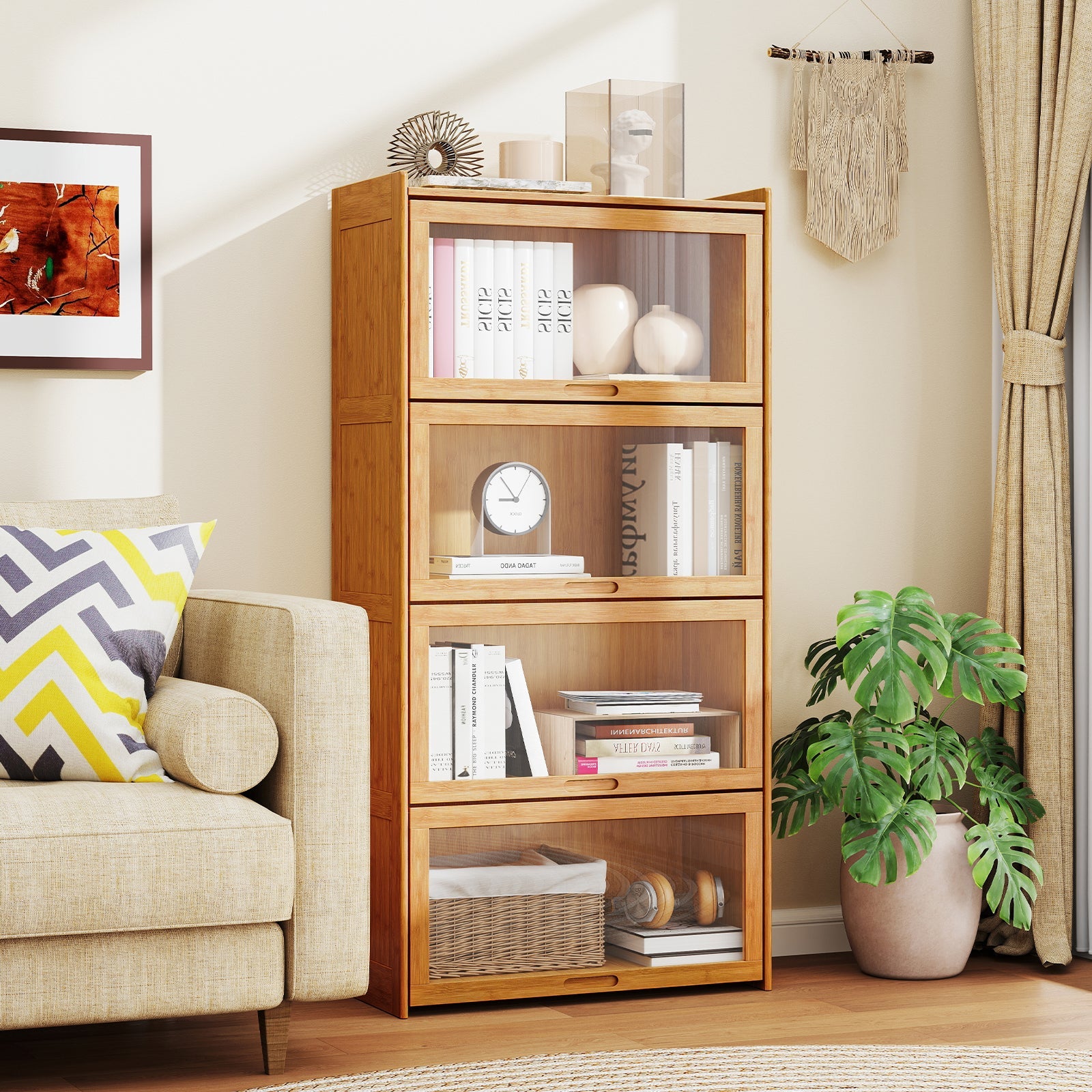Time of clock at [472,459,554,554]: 8:54
